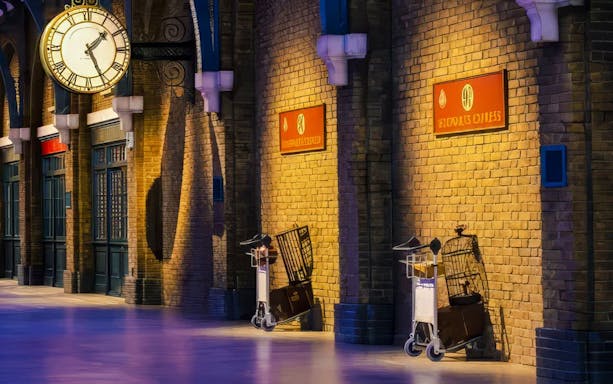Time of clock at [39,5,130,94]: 1:25
